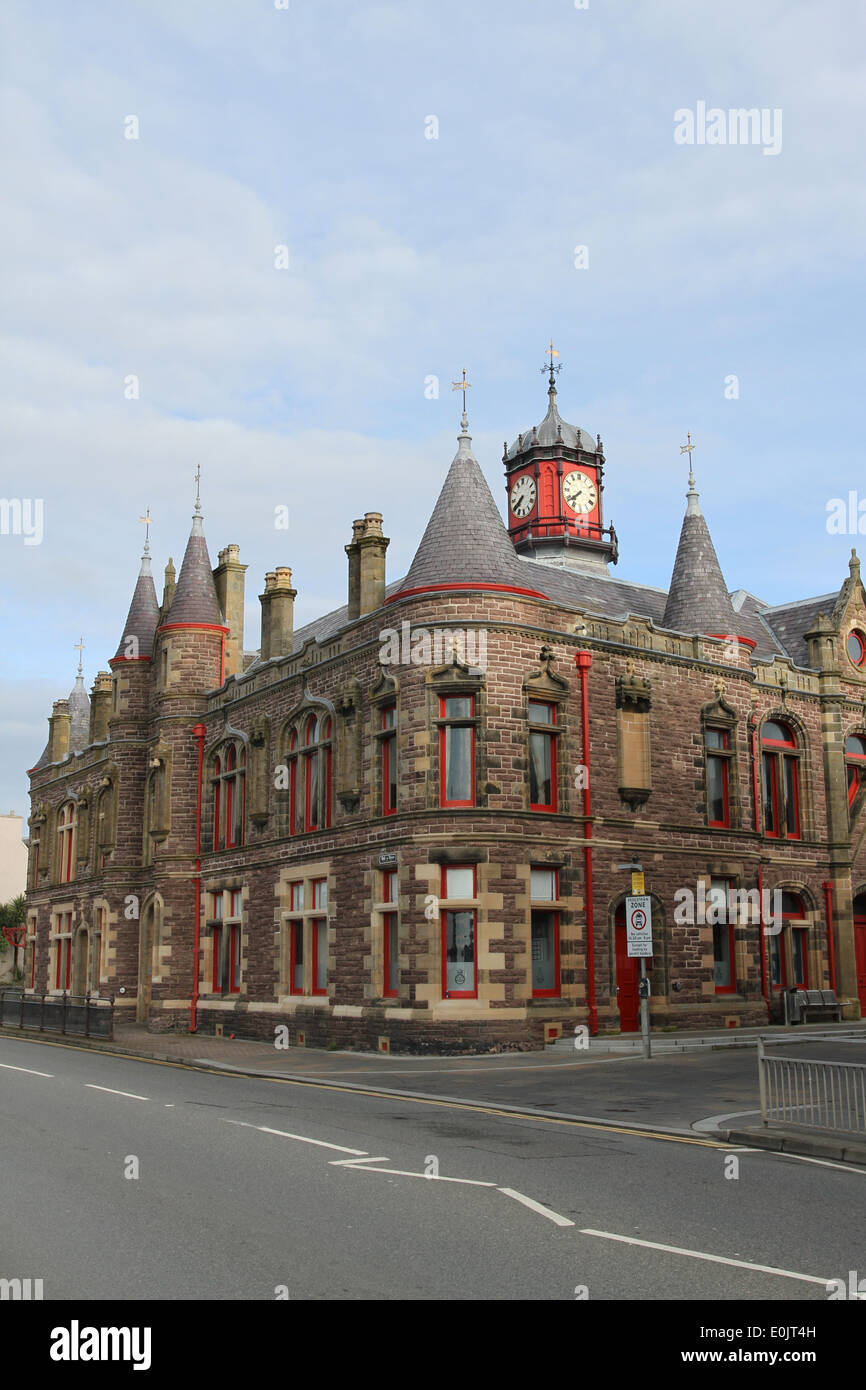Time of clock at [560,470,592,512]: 7:39
